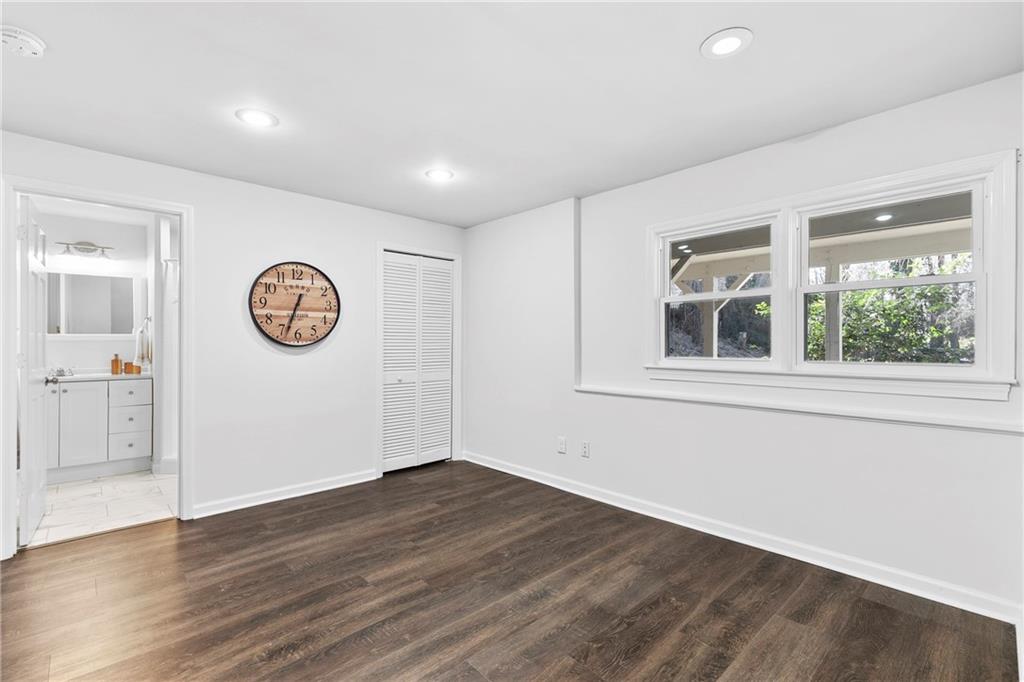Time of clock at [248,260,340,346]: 12:33
